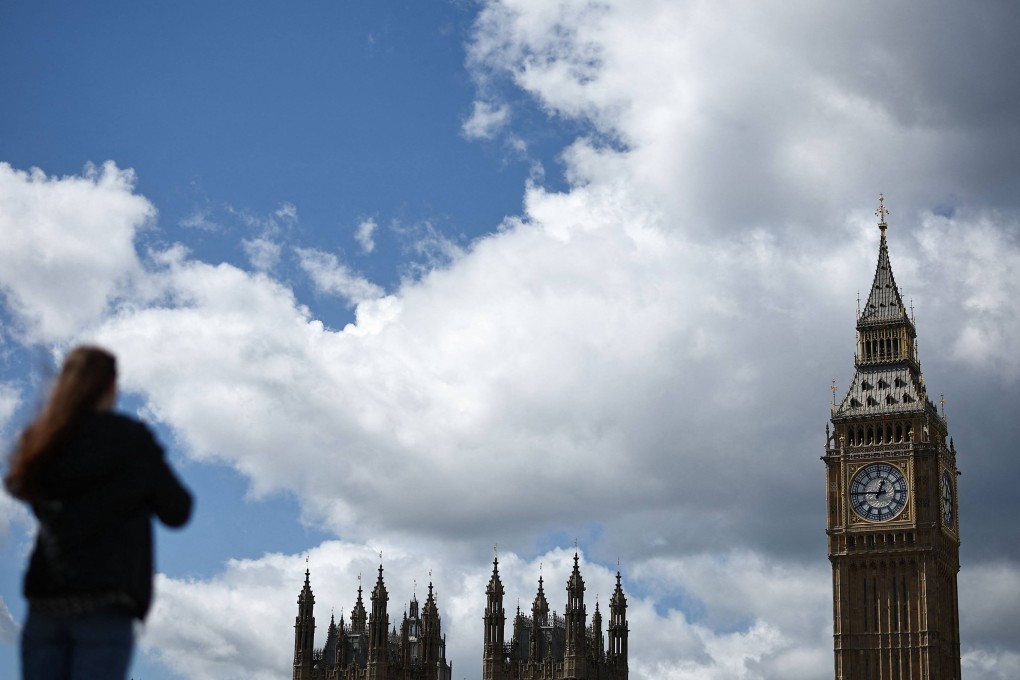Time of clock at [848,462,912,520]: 12:45
